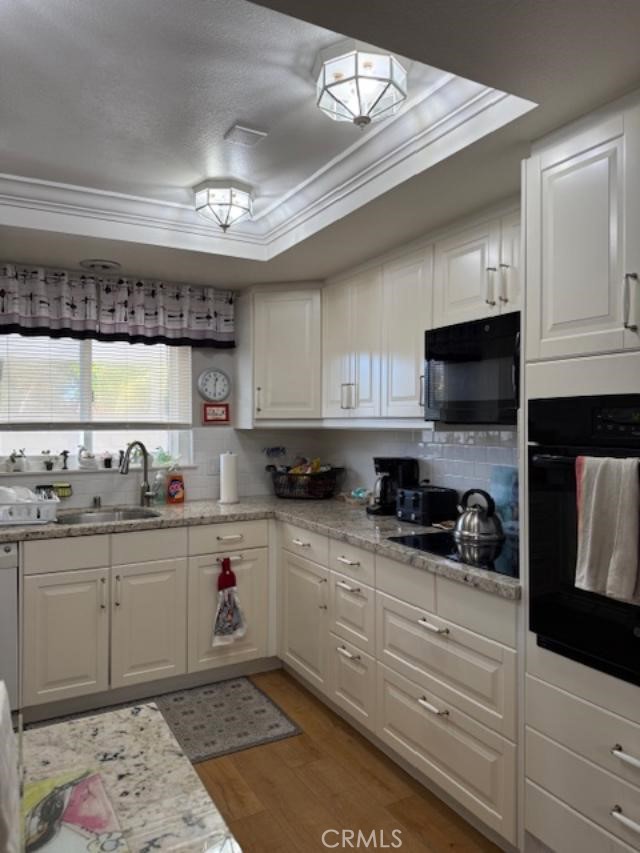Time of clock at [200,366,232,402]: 12:29
